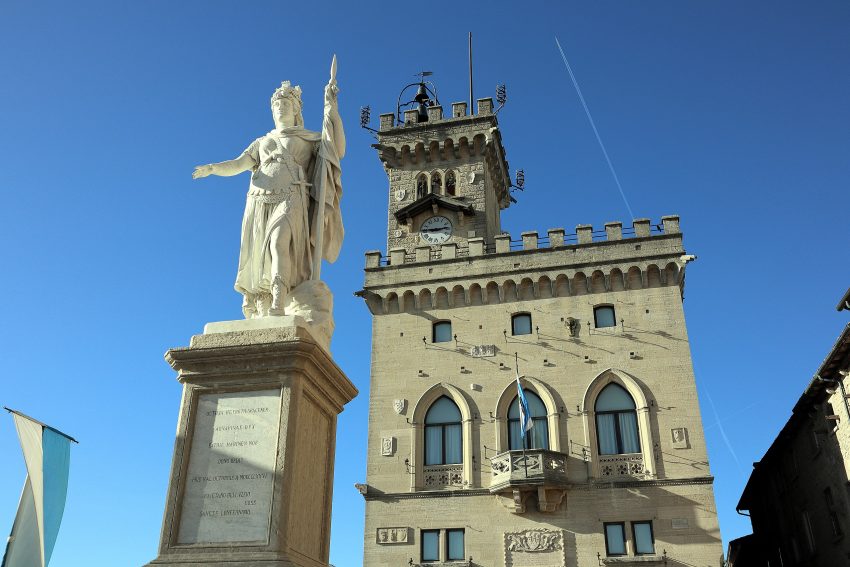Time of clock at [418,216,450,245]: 9:13
